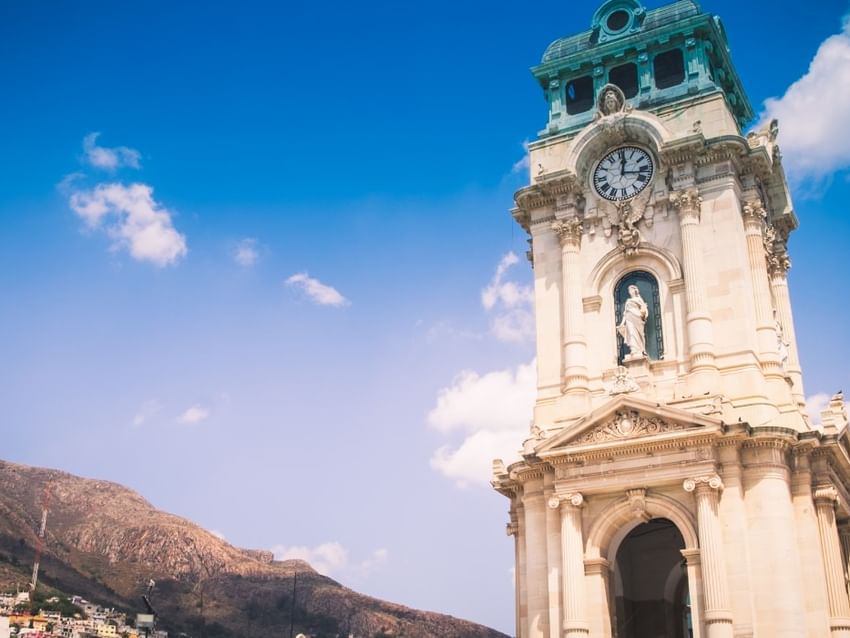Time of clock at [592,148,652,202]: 12:16
